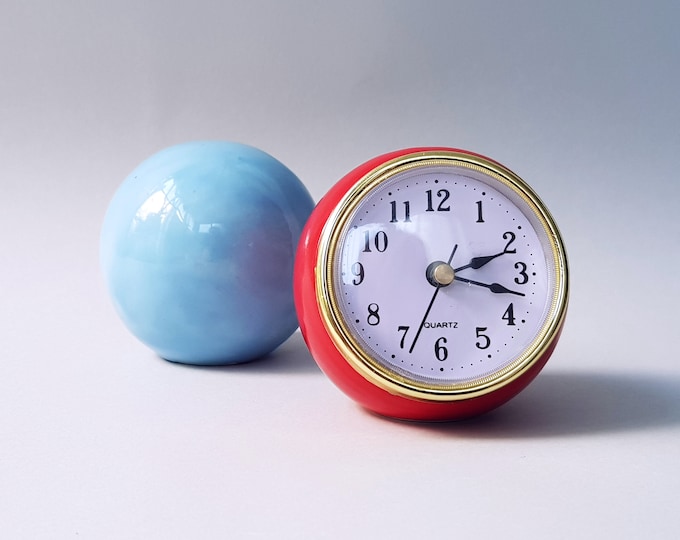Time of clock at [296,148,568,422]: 2:17
